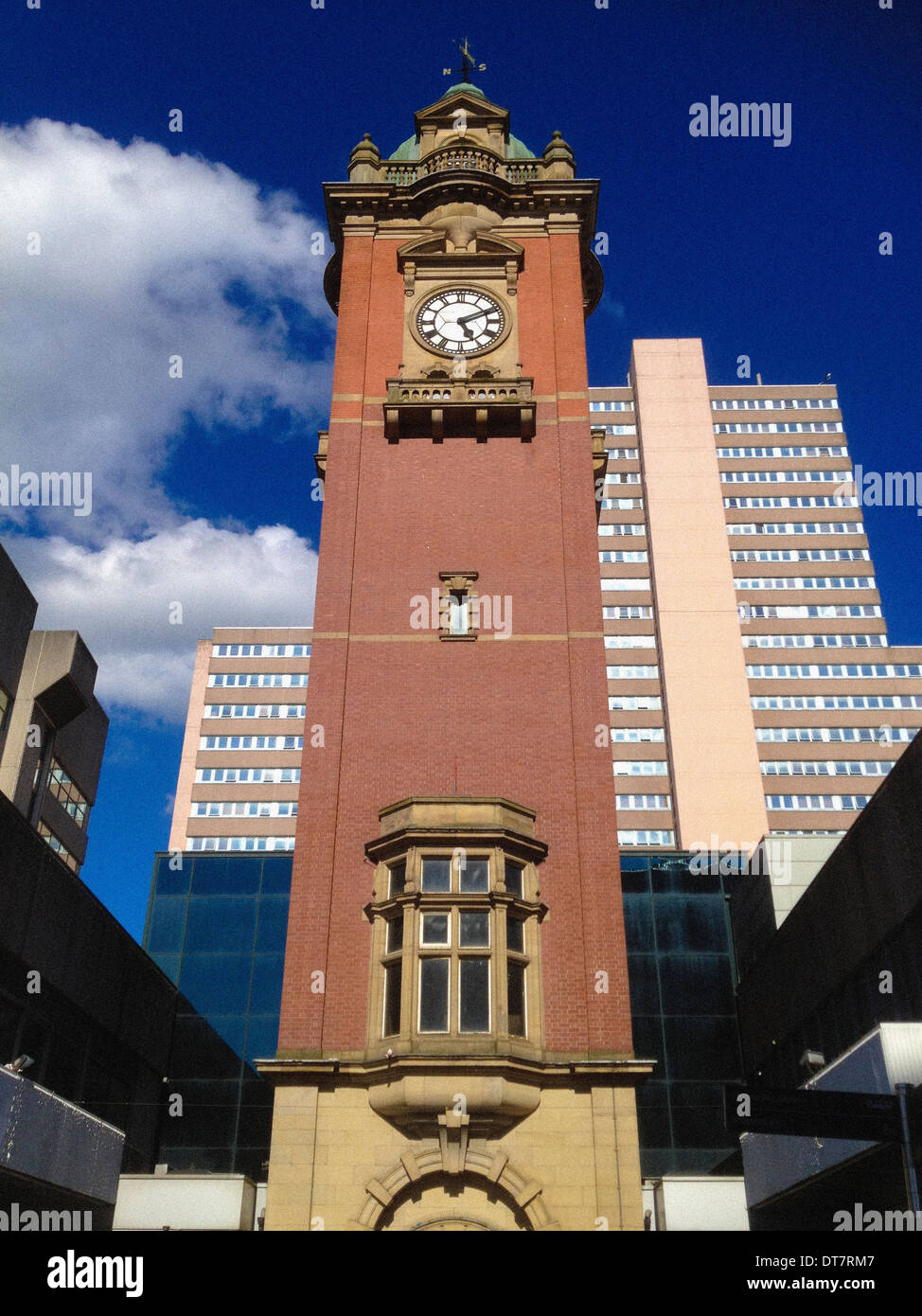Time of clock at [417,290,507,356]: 5:10
